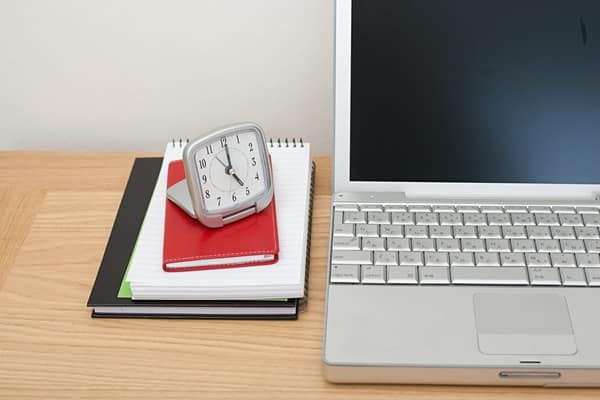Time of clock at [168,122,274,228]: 5:00
